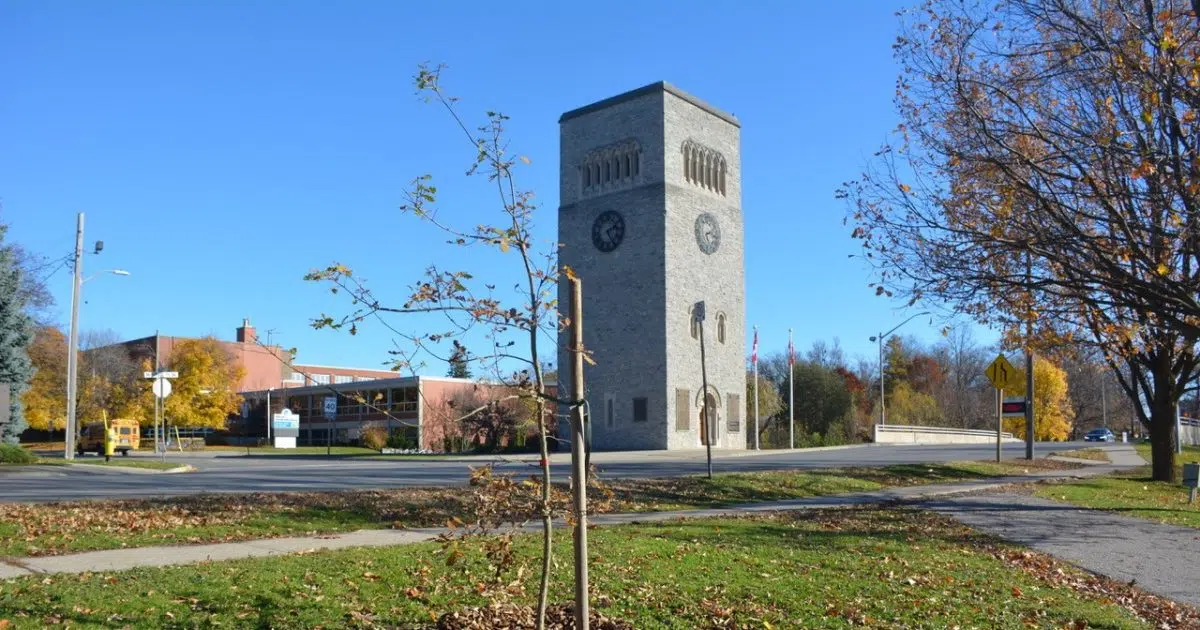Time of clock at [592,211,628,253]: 2:24
